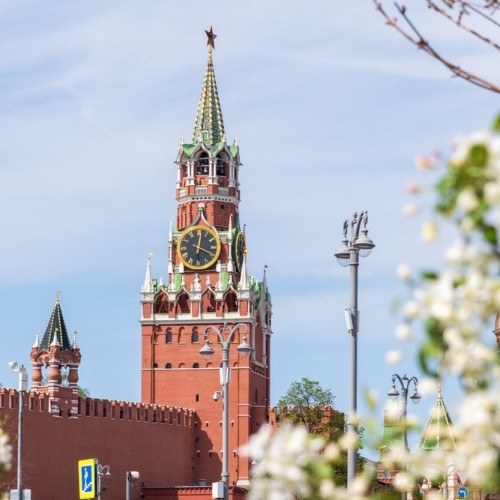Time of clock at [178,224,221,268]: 4:01
